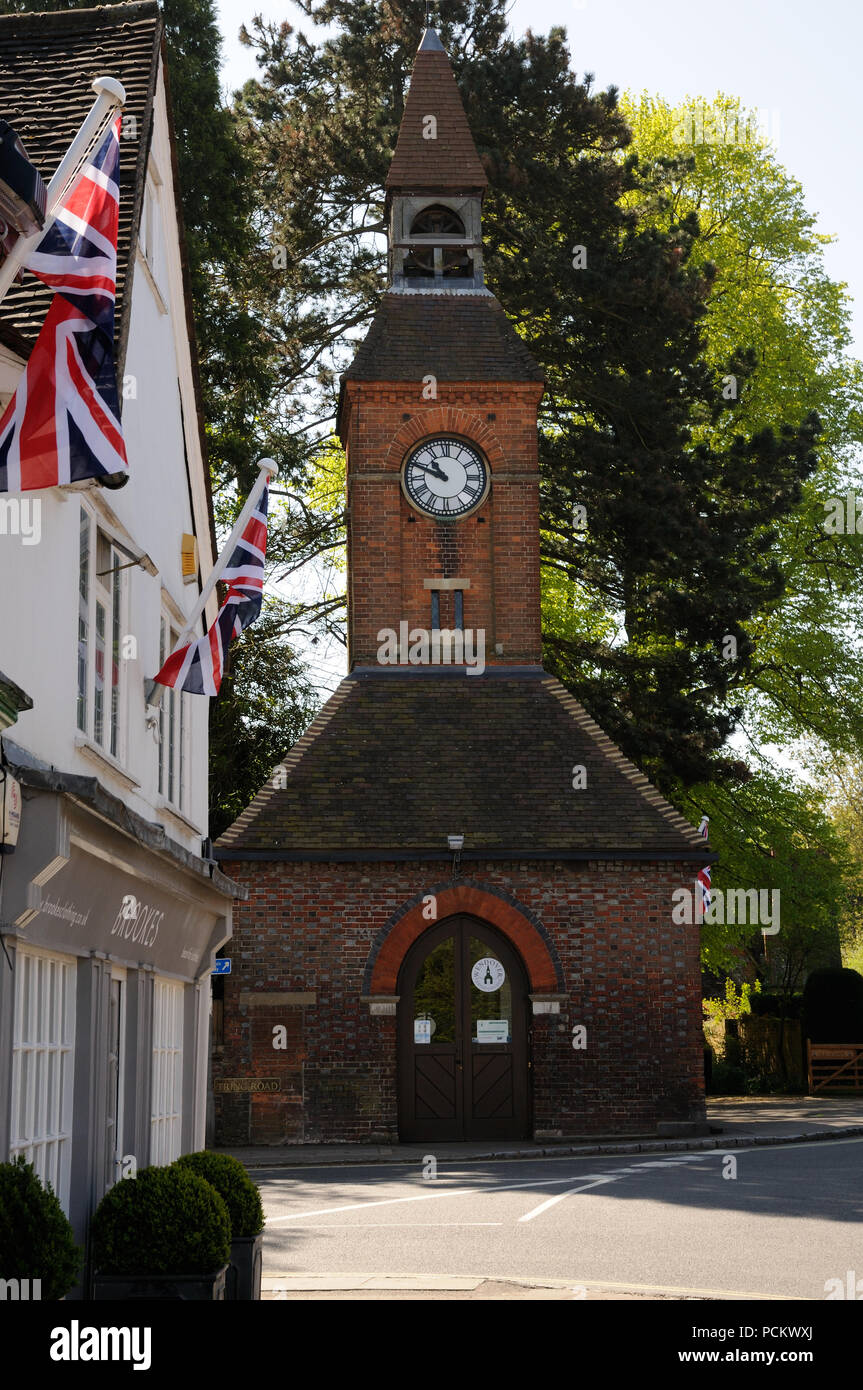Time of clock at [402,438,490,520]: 10:48
